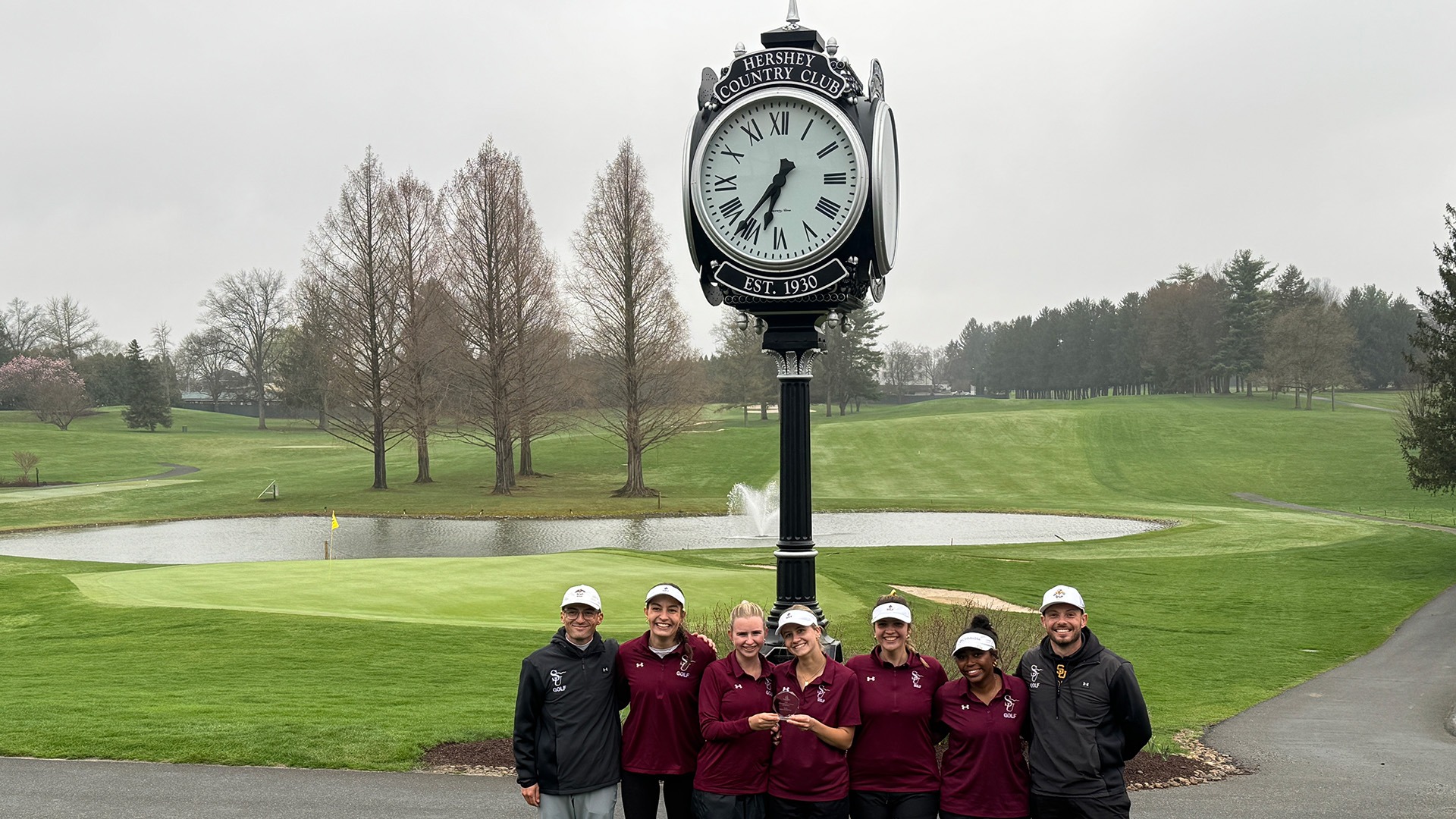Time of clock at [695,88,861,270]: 6:36
